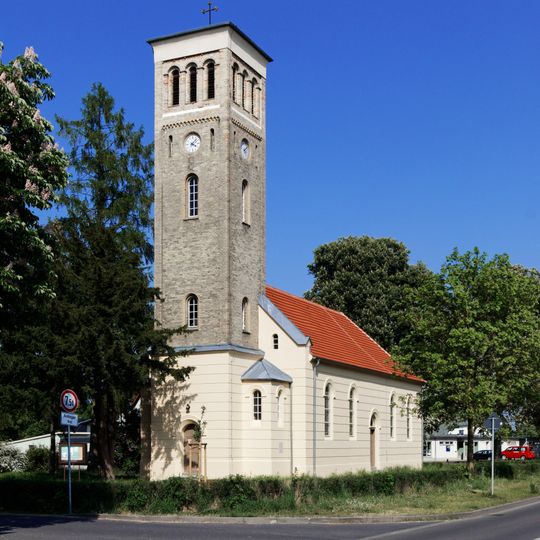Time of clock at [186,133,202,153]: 4:07
